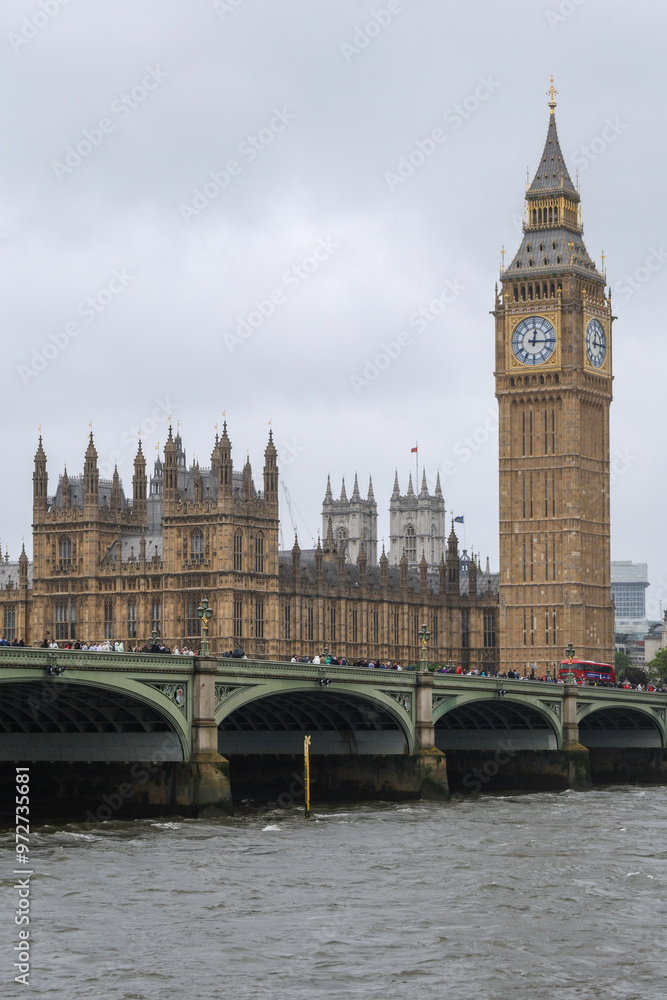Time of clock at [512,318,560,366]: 12:15
